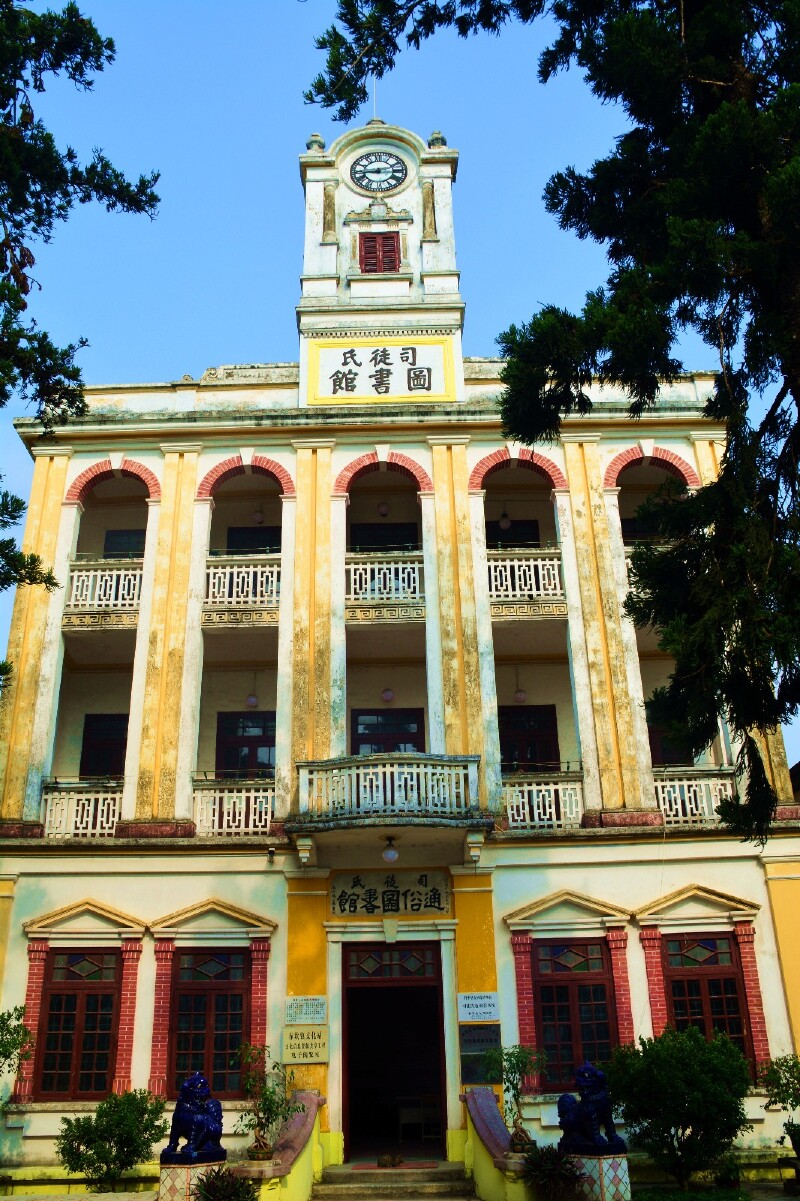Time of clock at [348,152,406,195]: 2:44
